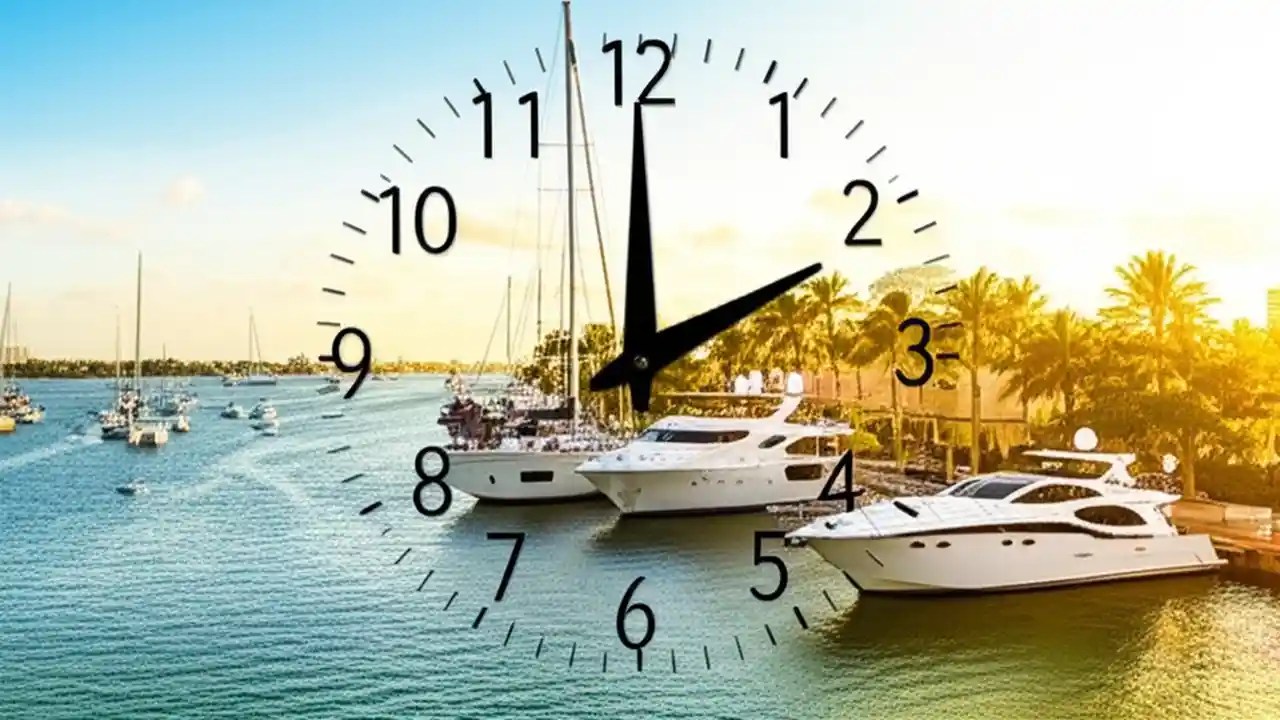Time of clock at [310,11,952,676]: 1:59
